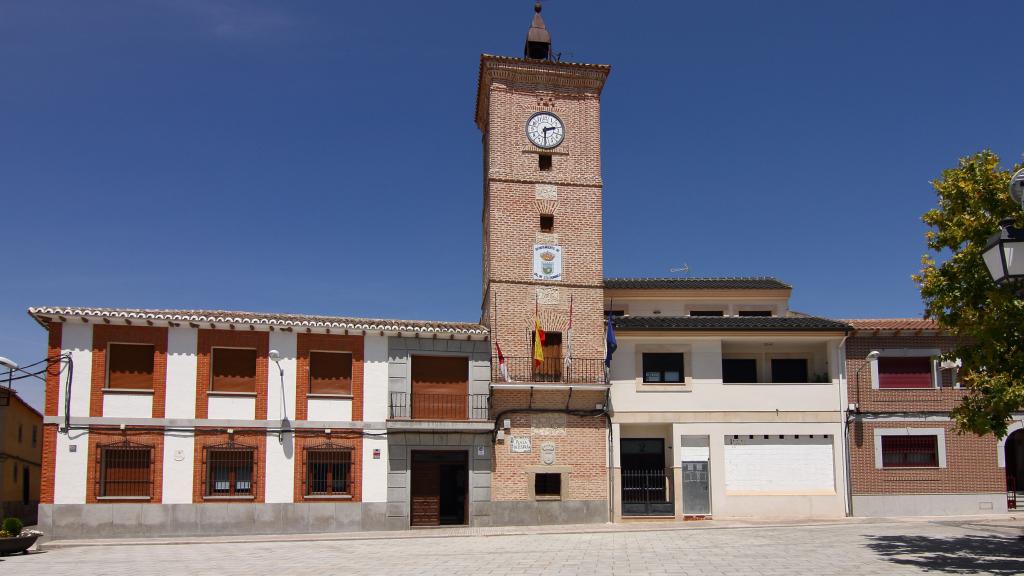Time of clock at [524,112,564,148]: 2:30
